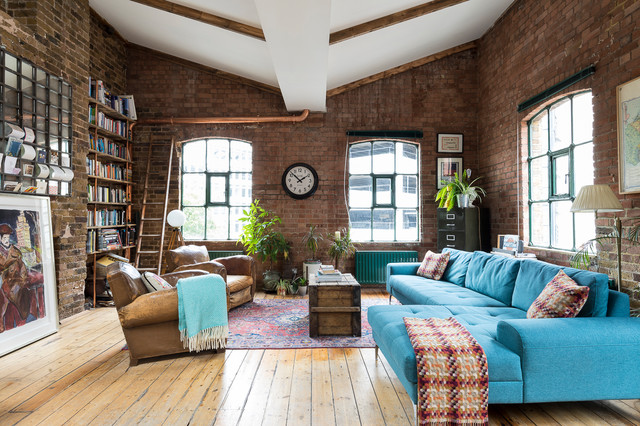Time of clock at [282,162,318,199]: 1:52
